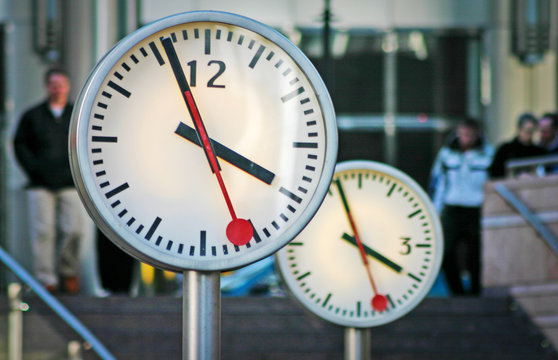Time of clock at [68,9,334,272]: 3:56
